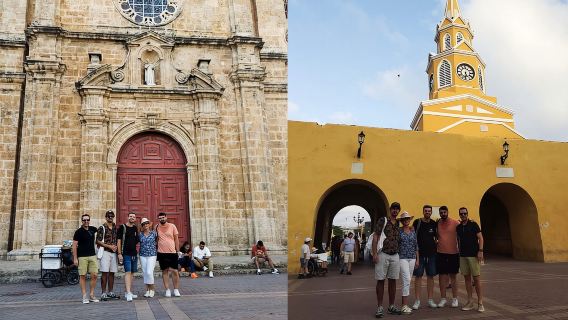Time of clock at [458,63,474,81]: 5:31
